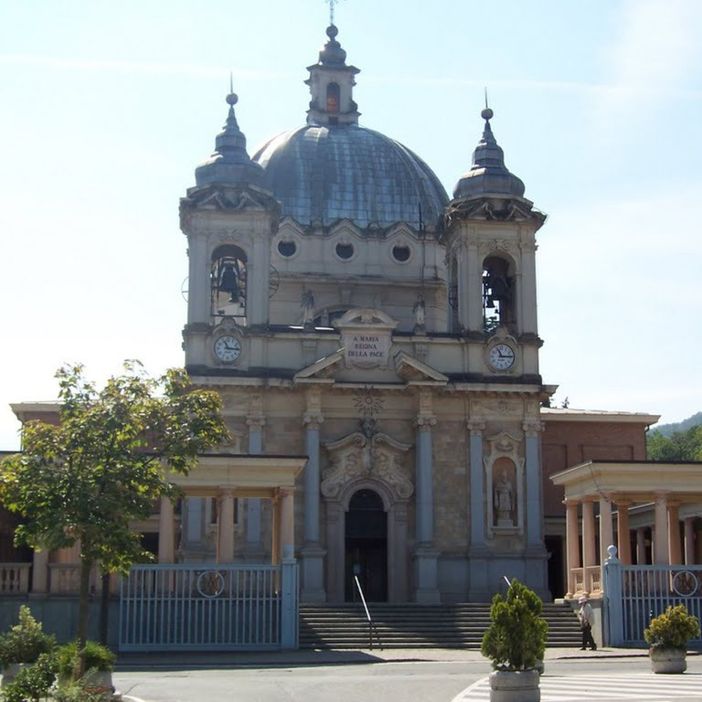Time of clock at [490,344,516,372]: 11:14
